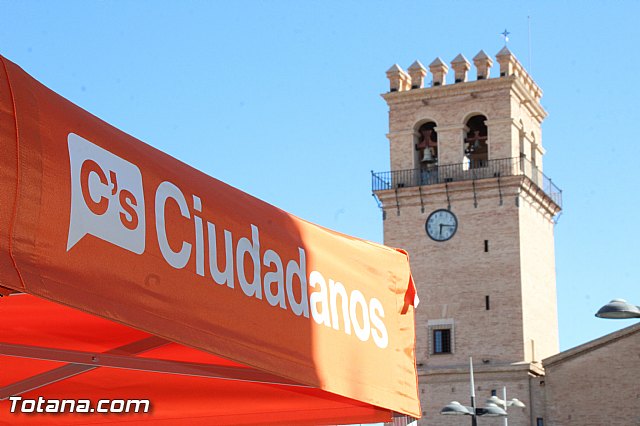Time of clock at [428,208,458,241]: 6:16
